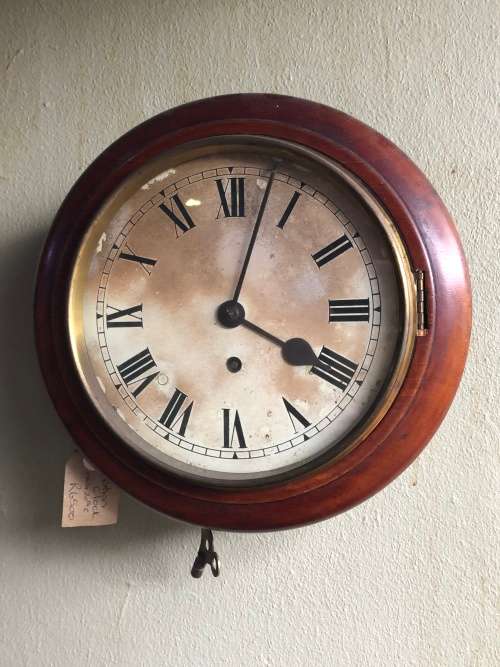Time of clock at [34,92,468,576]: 4:02
